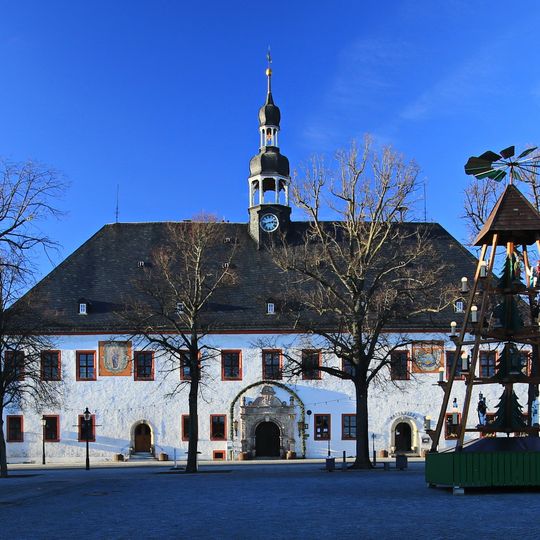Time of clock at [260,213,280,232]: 2:42
